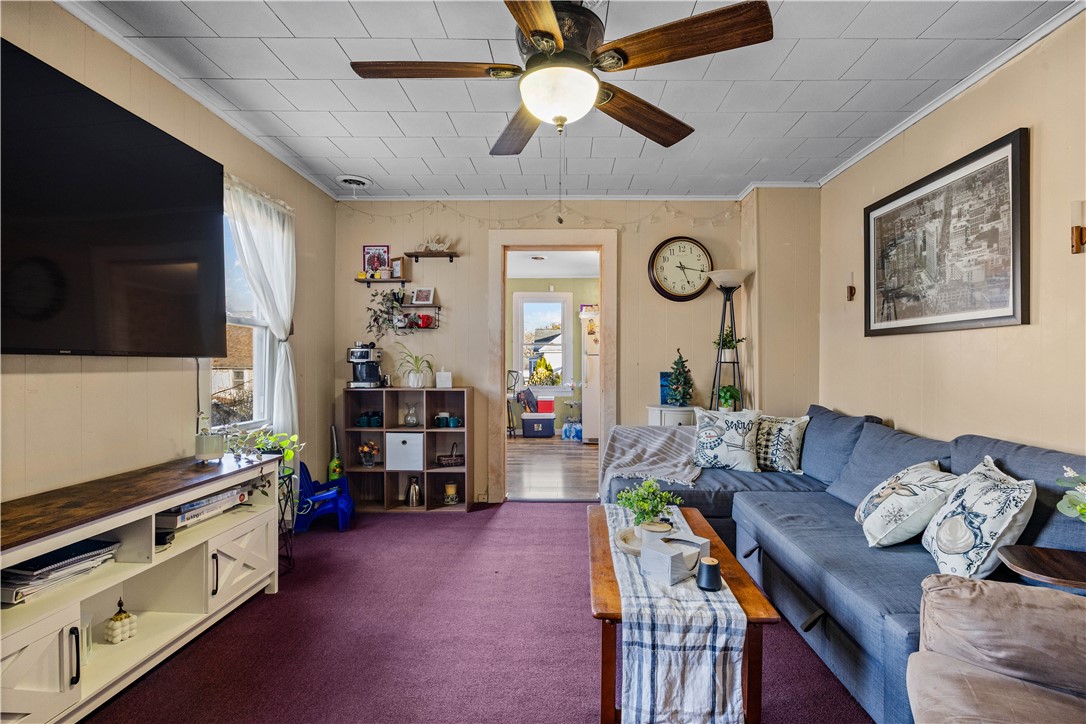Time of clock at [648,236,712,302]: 5:17
